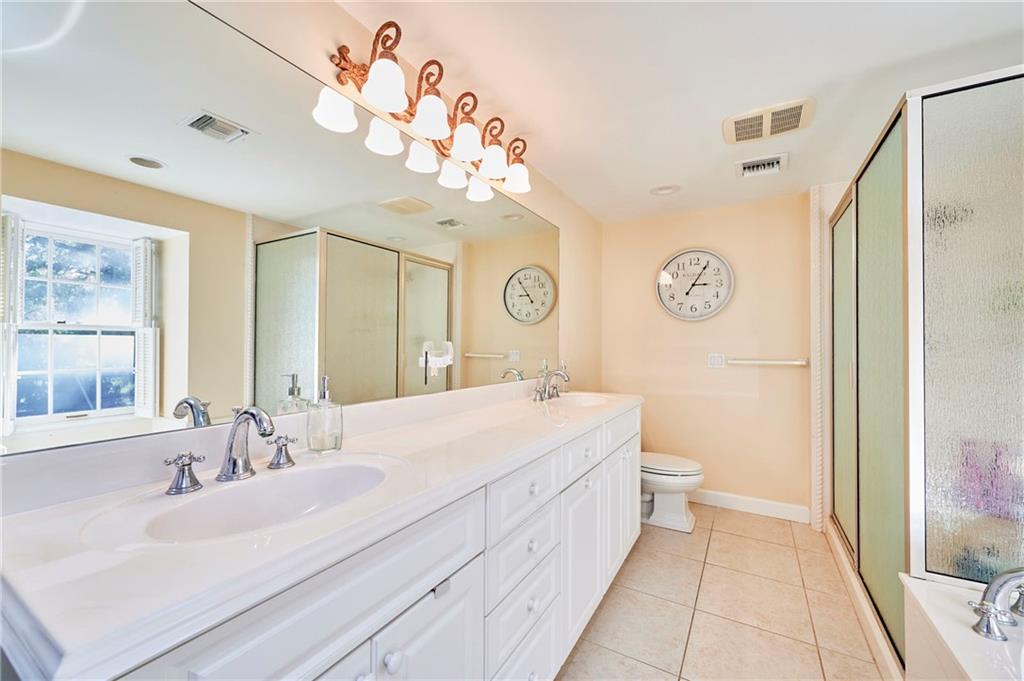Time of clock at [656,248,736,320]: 3:05
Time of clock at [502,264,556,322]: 8:54
